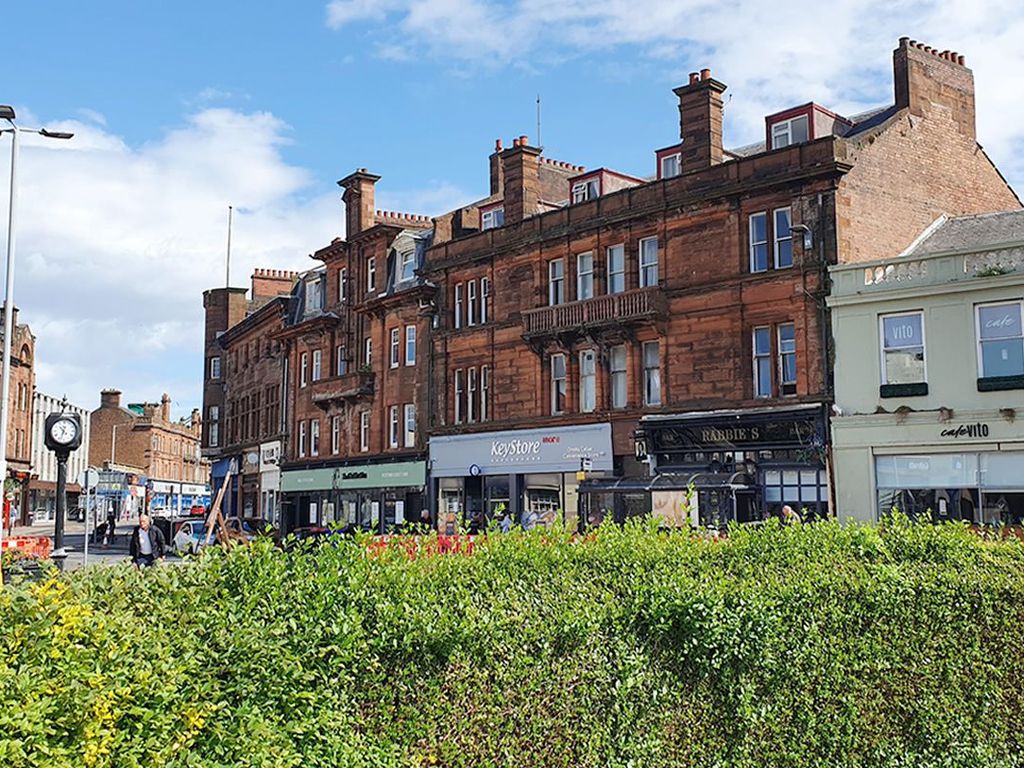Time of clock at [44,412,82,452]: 10:33
